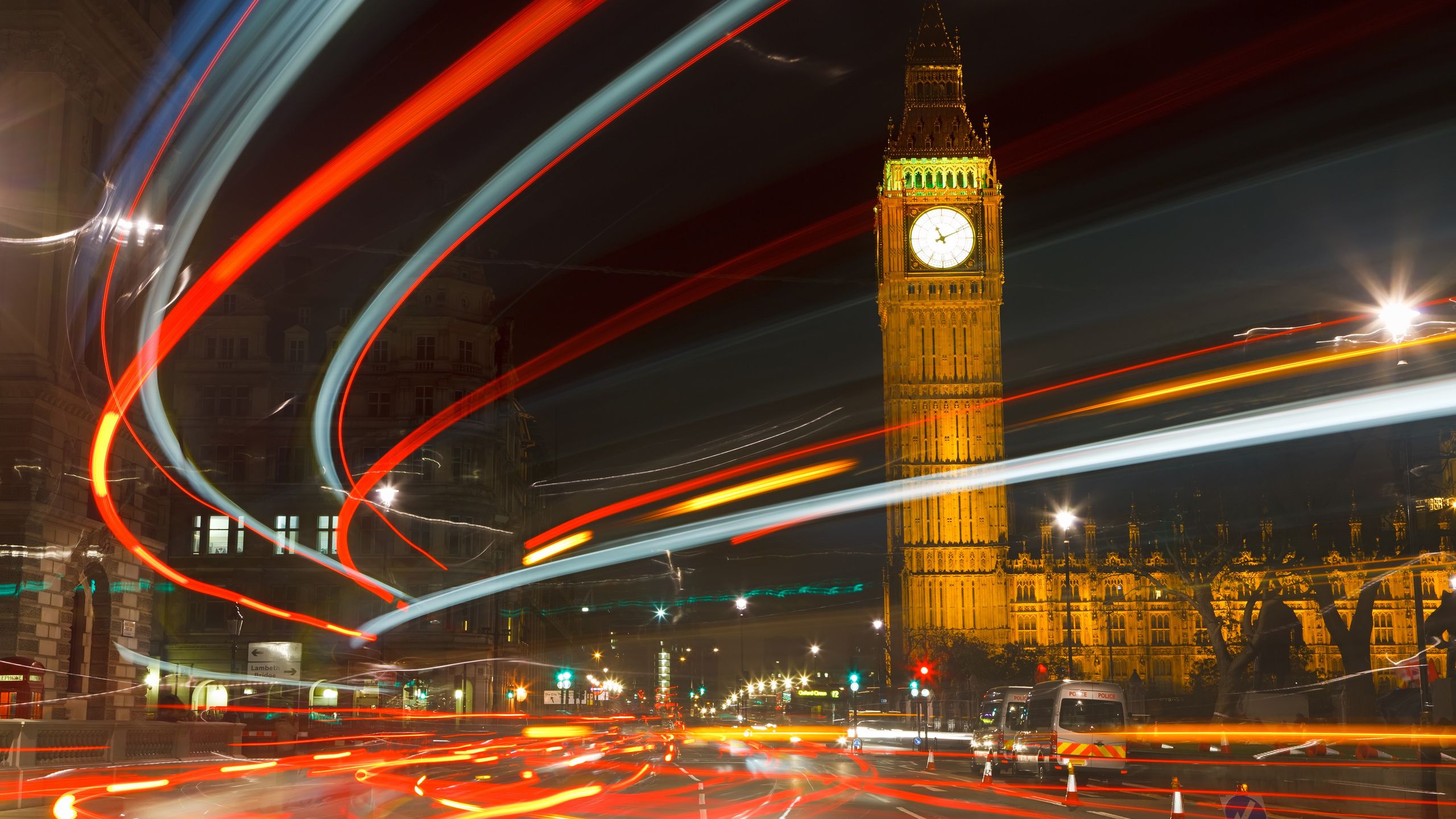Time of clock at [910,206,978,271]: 11:10
